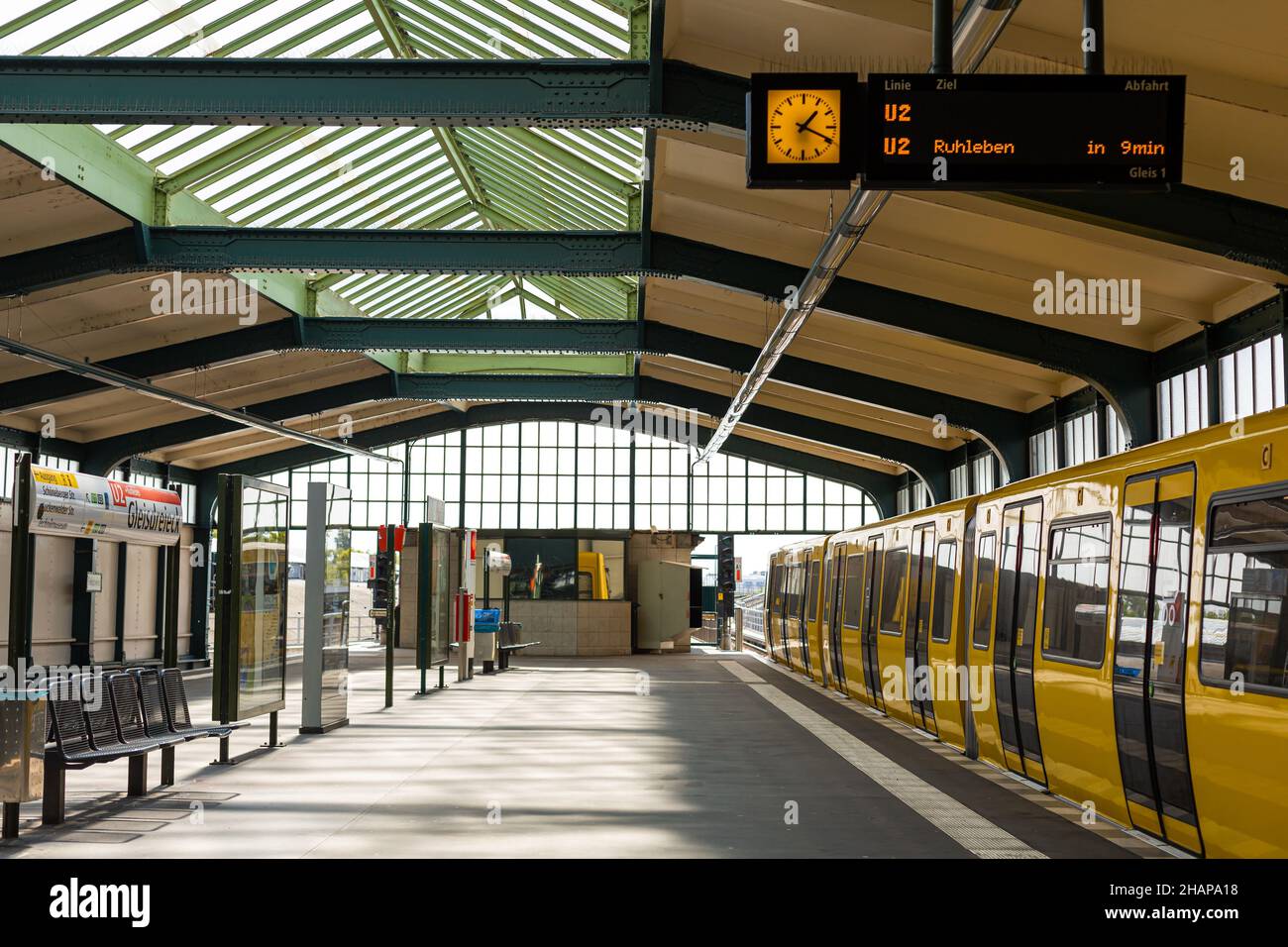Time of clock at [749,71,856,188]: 1:19
